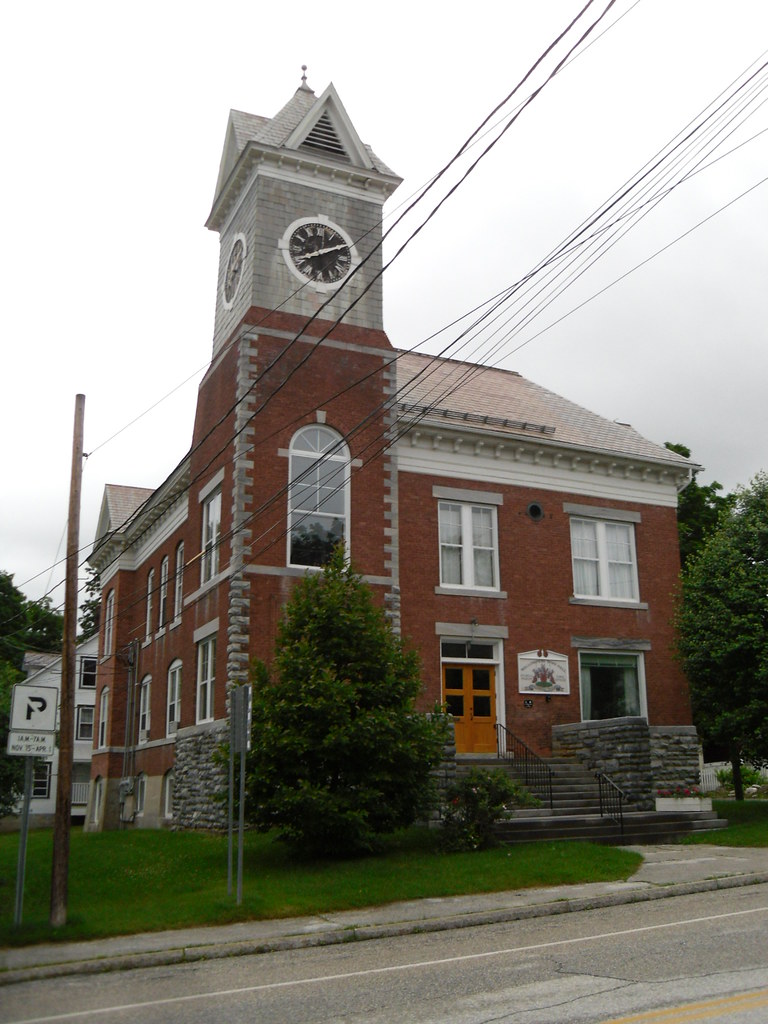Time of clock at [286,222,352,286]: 8:10
